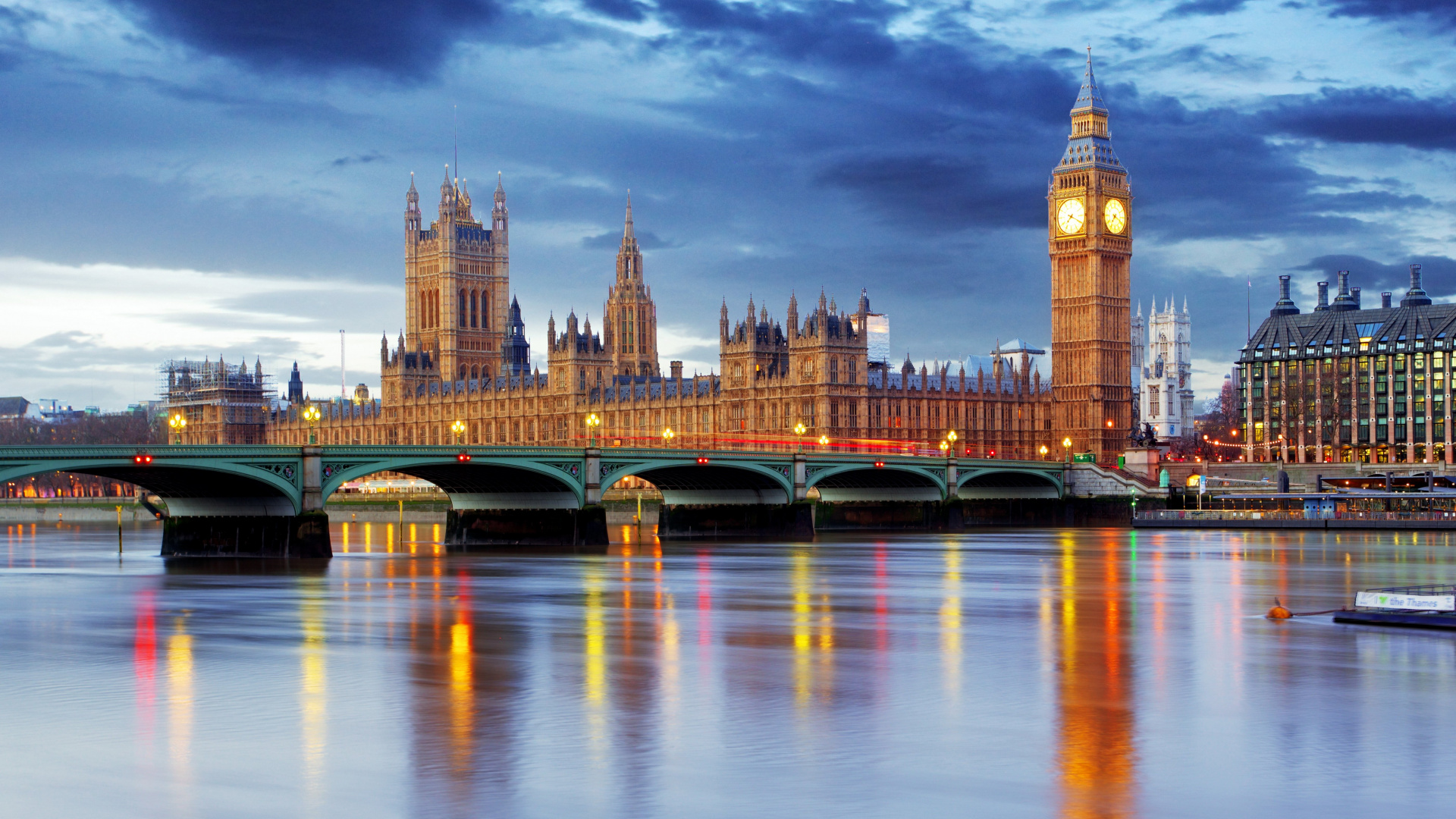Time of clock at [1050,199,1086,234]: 7:19
